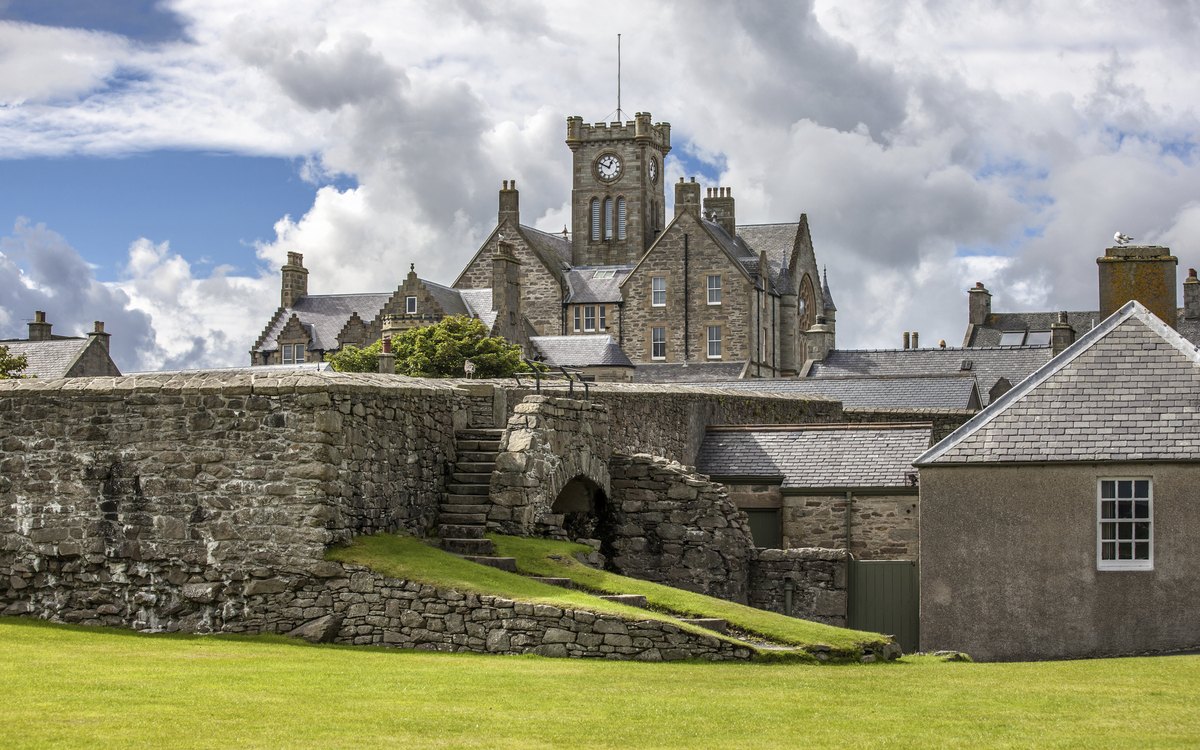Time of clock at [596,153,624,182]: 12:49
